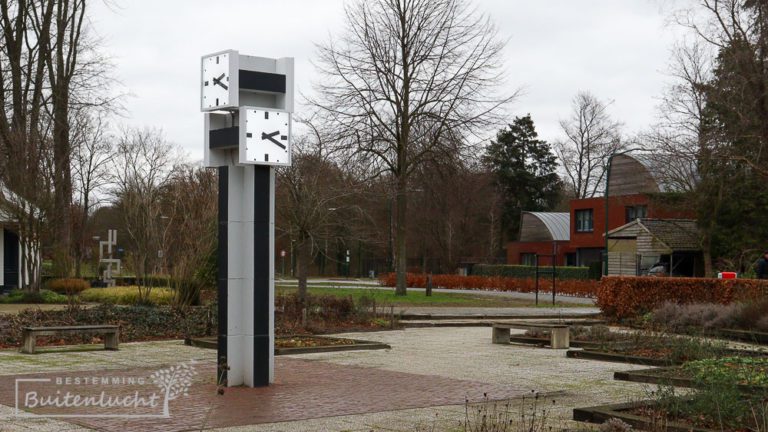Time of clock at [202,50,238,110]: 2:18
